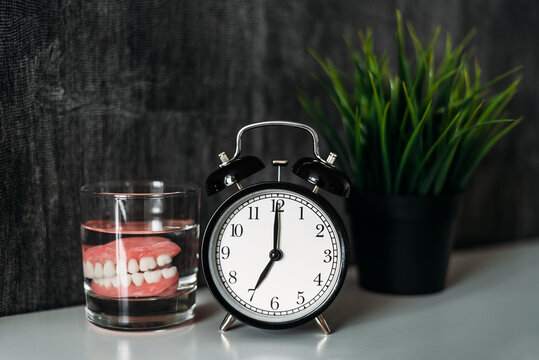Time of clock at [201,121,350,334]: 7:00
